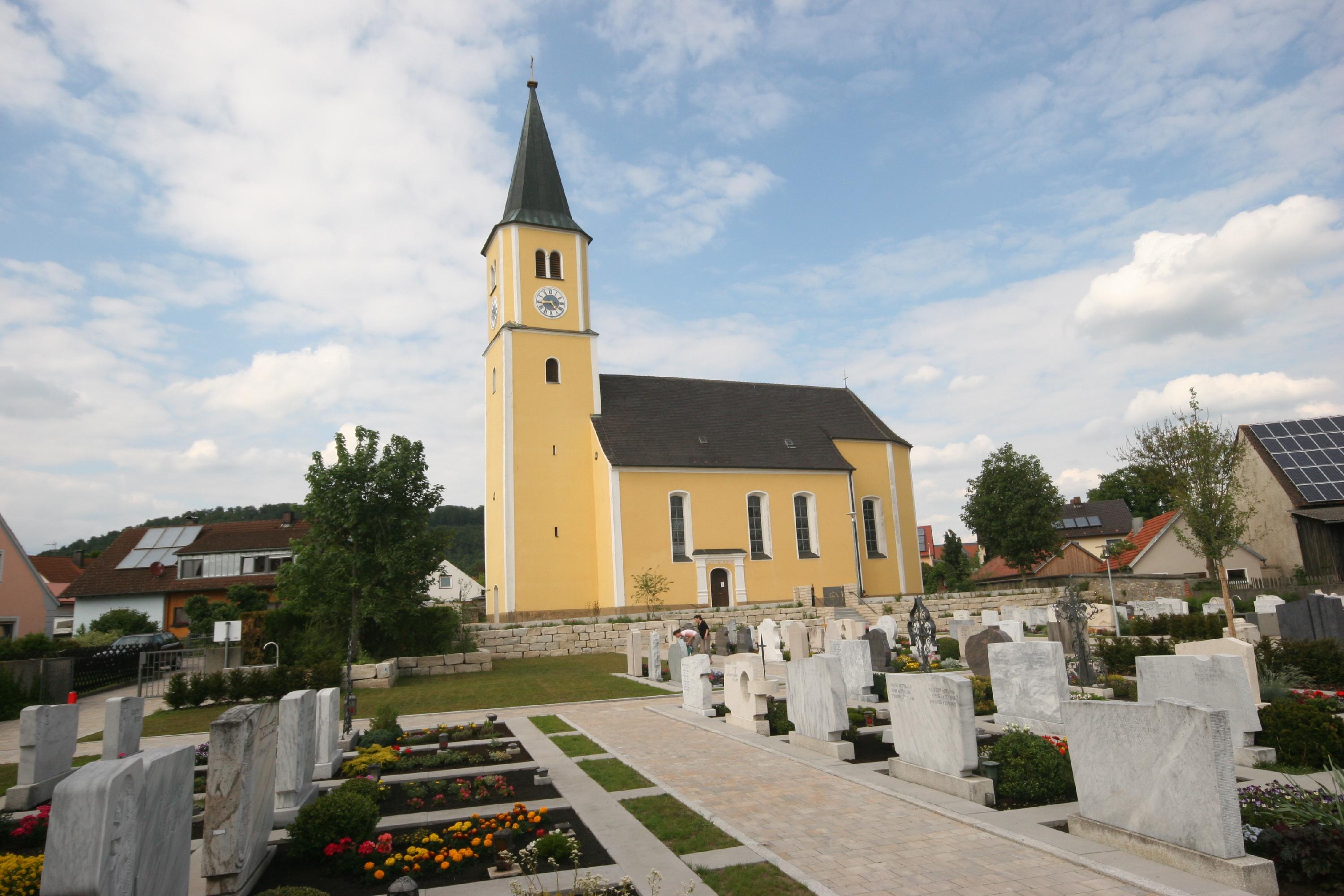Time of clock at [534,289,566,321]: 4:44
